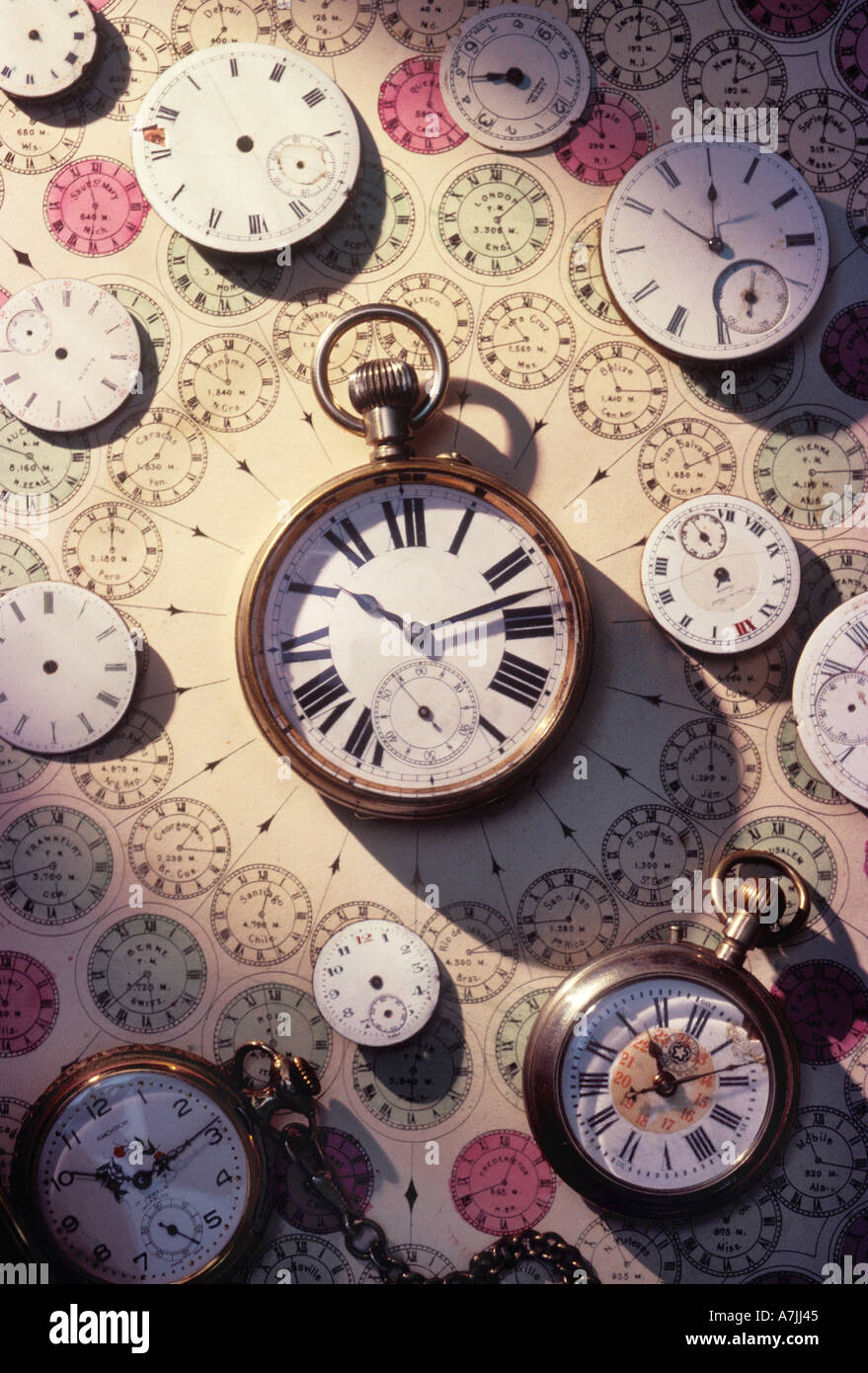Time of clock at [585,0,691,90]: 12:12
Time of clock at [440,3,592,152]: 8:44
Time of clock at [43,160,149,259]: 5:57
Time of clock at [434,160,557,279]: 5:08
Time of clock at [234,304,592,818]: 10:12
